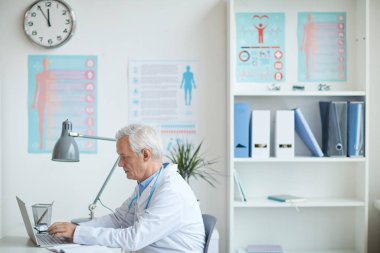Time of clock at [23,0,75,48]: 11:55
